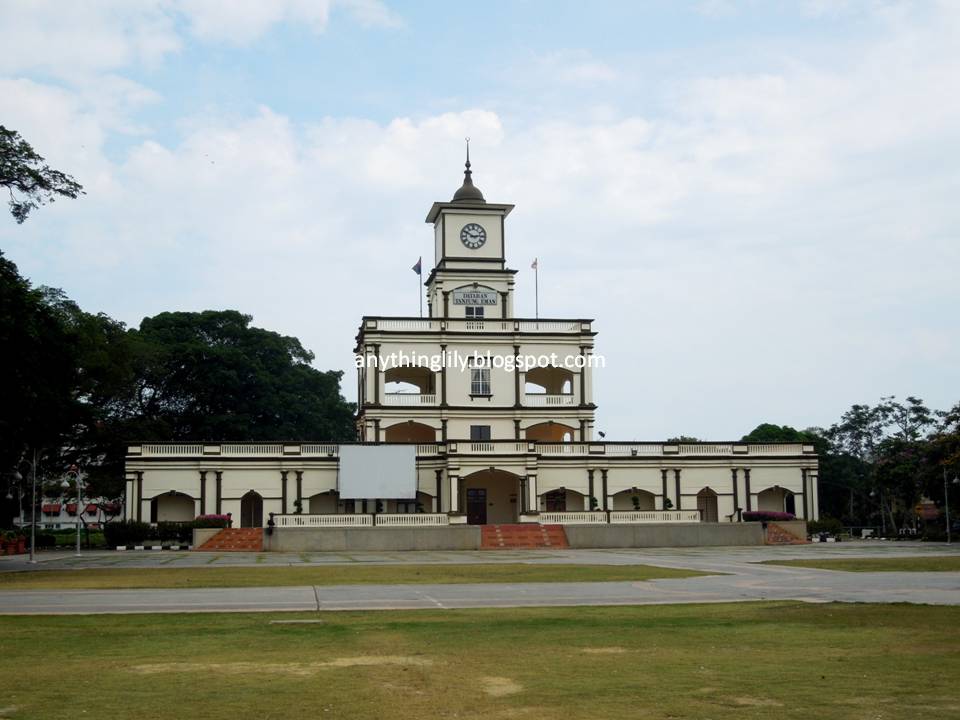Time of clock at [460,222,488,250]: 2:49
